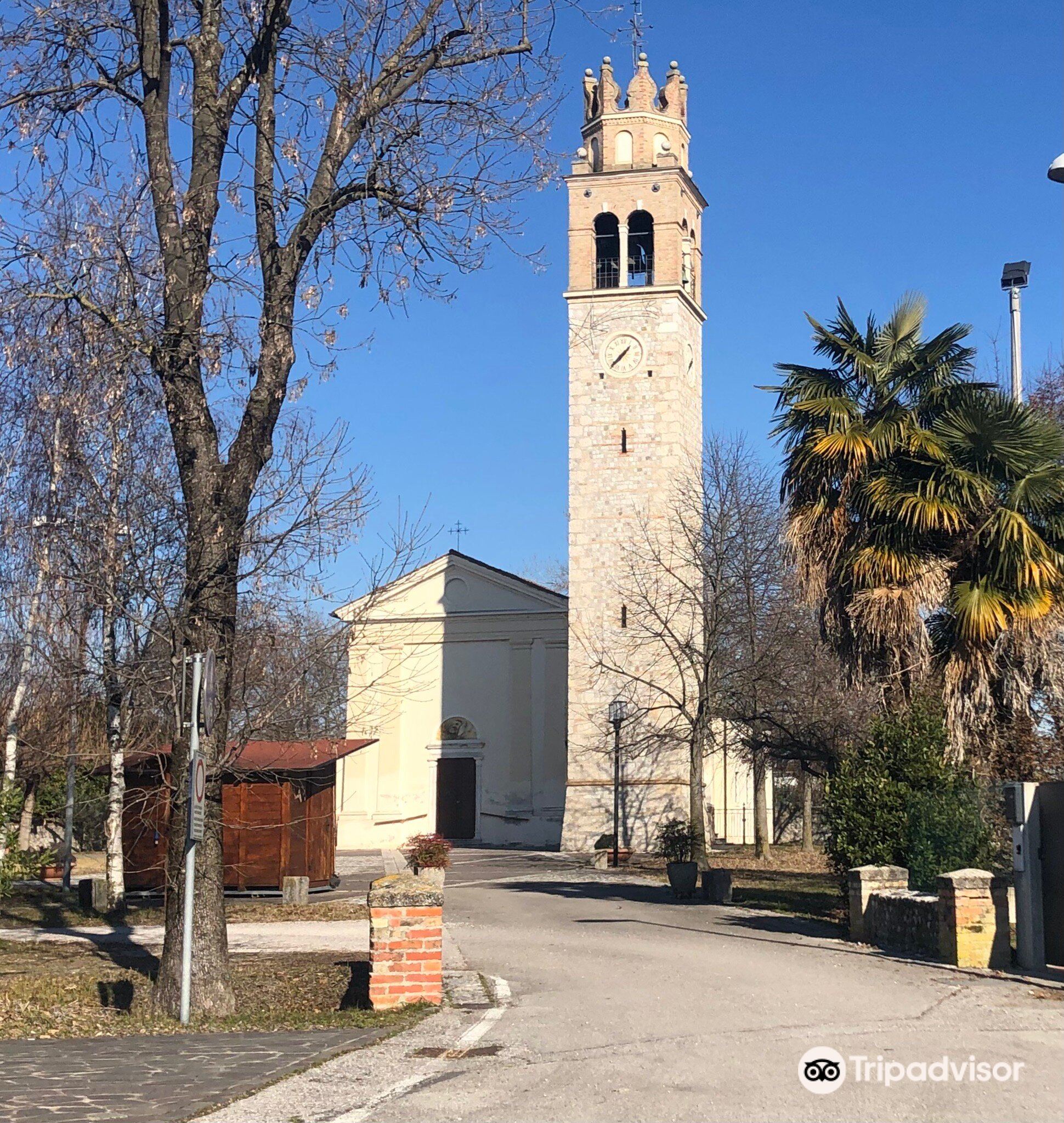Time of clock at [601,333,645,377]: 7:37
